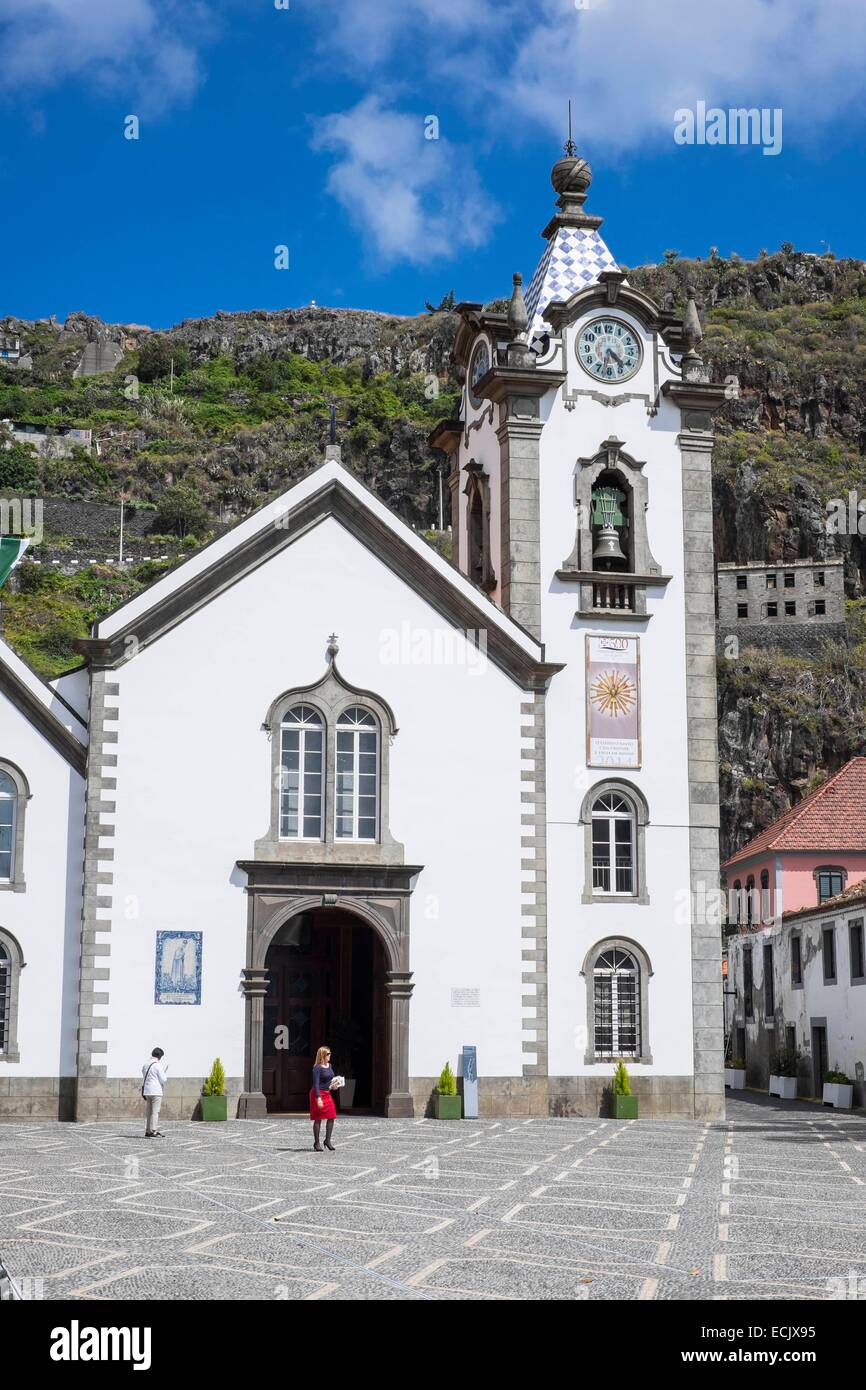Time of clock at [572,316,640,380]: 4:32
